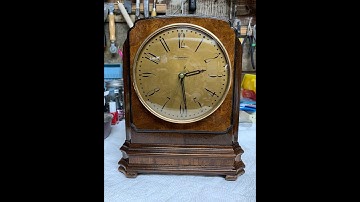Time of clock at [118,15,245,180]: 2:29
